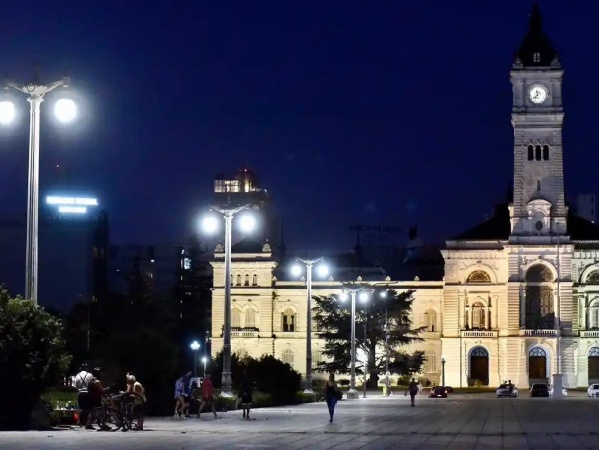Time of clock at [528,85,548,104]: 11:37
